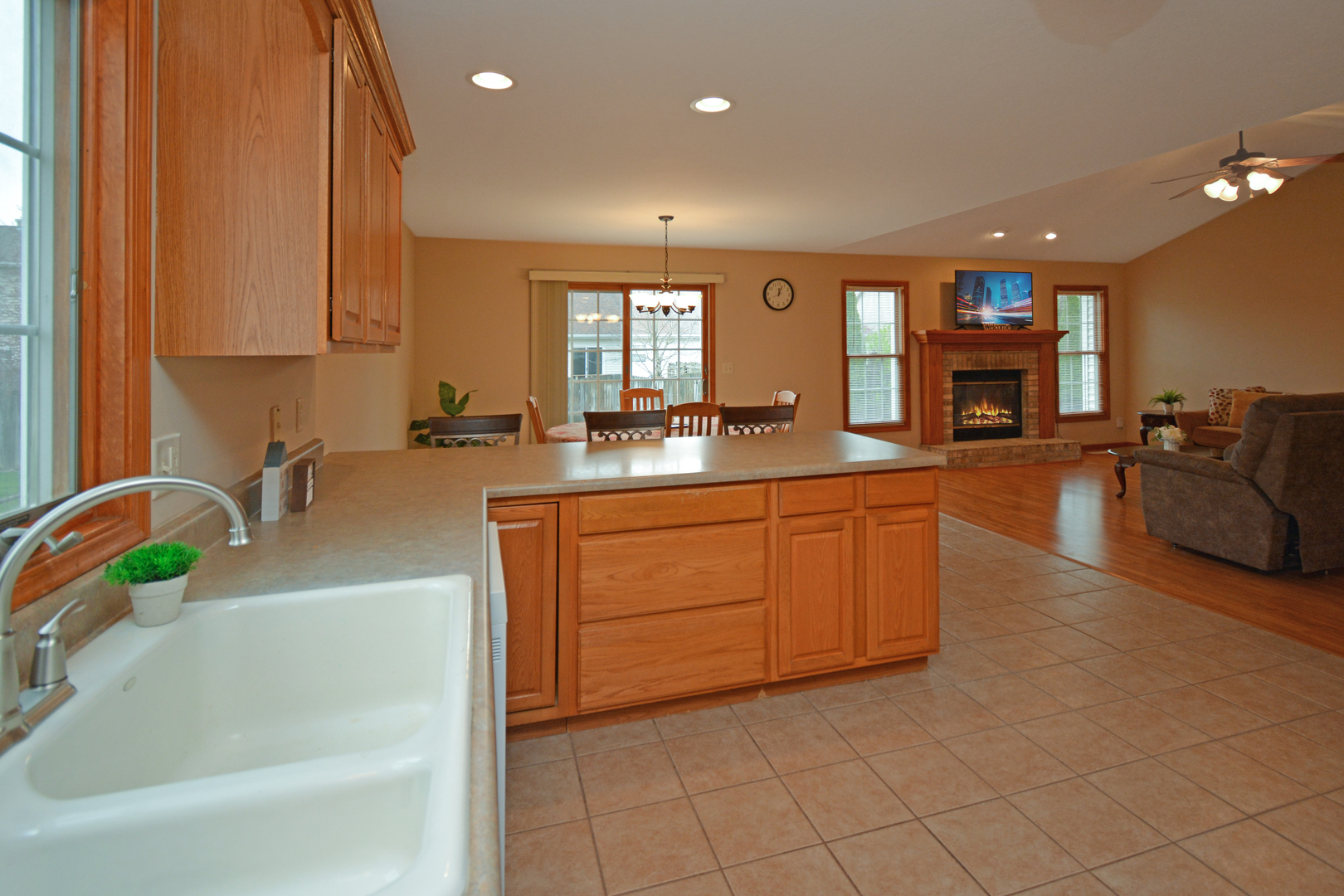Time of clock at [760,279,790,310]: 12:03
